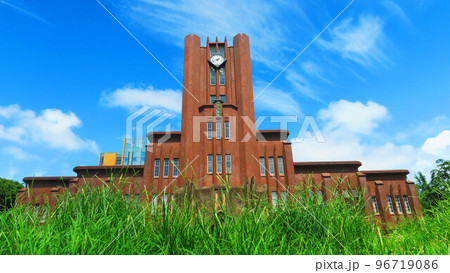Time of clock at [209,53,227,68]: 1:42
